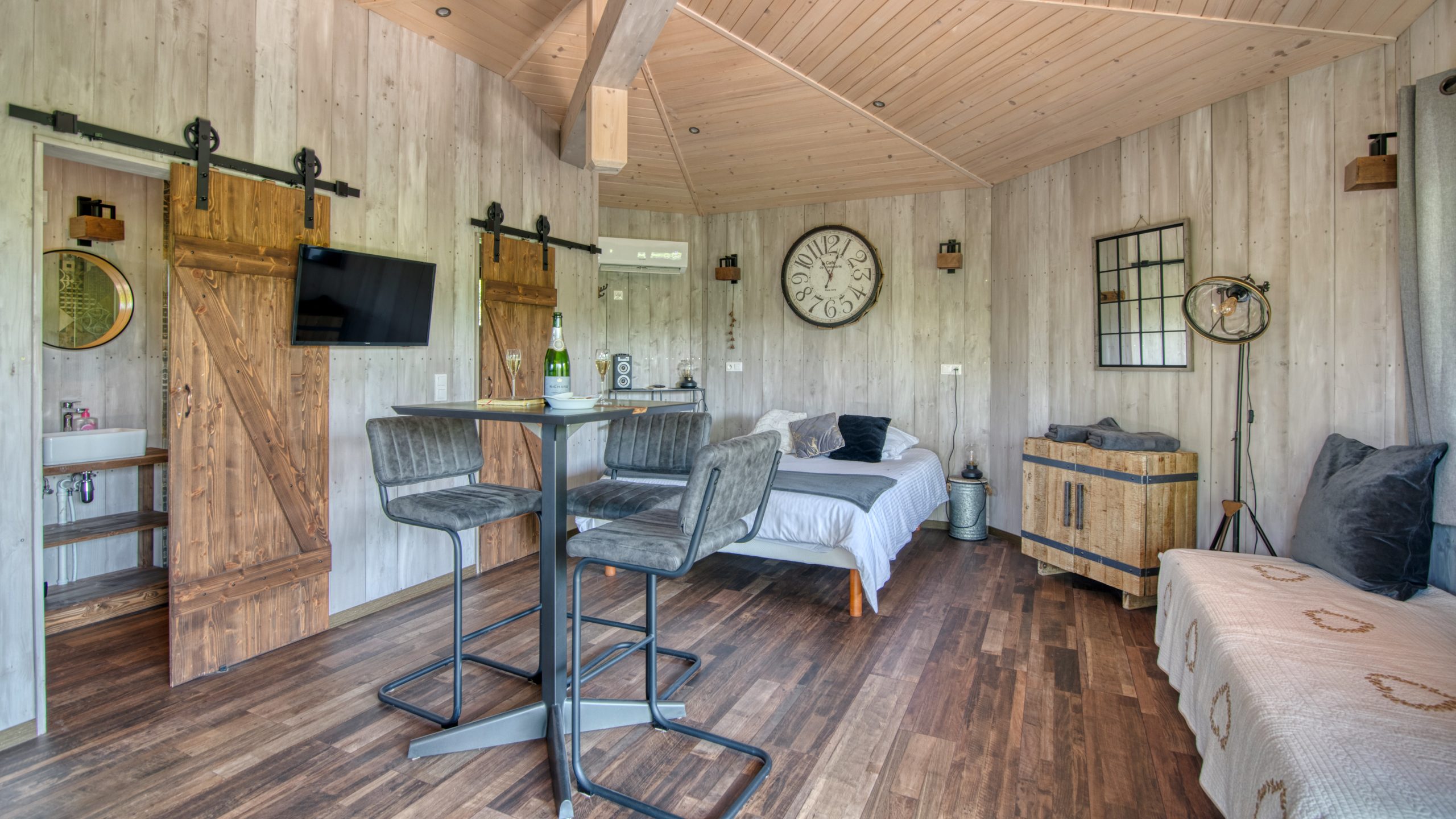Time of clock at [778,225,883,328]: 11:04
